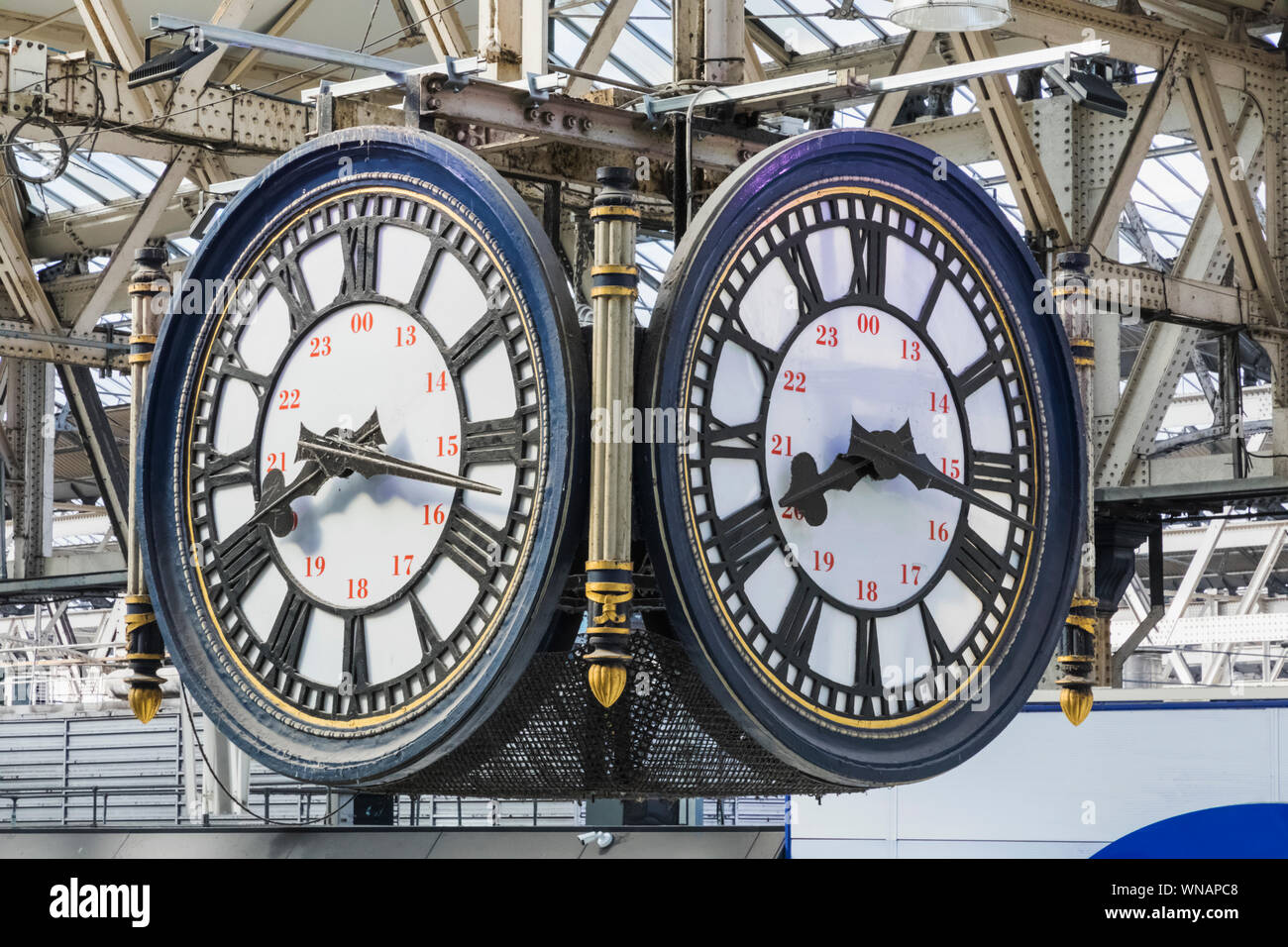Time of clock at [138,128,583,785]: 8:16
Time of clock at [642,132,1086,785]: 8:16
